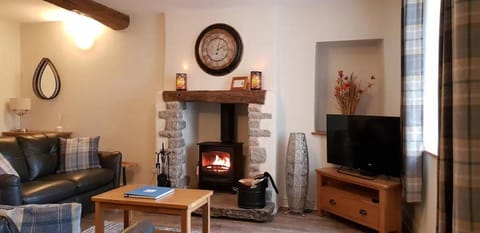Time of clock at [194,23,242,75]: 2:02
